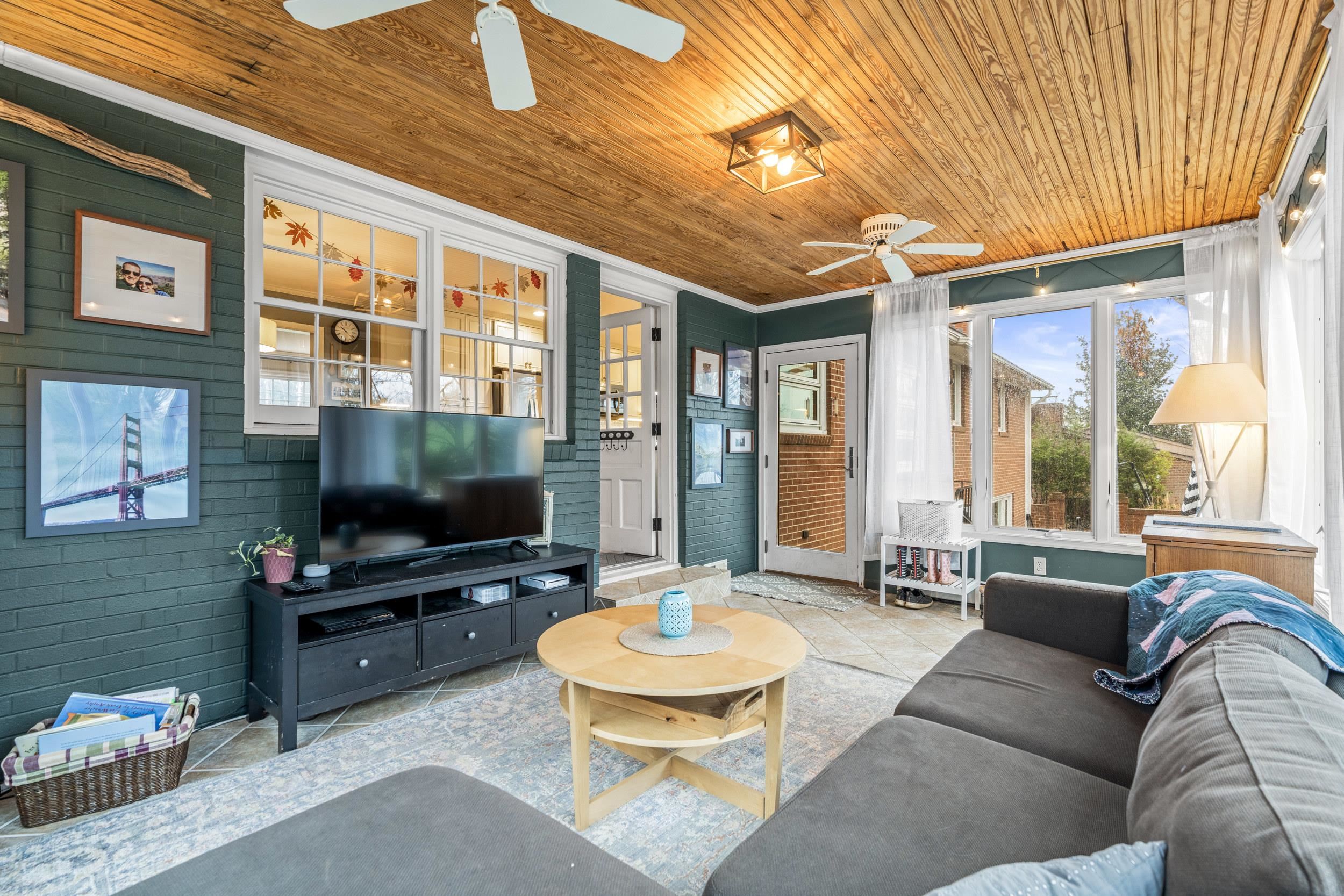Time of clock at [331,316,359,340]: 10:22
